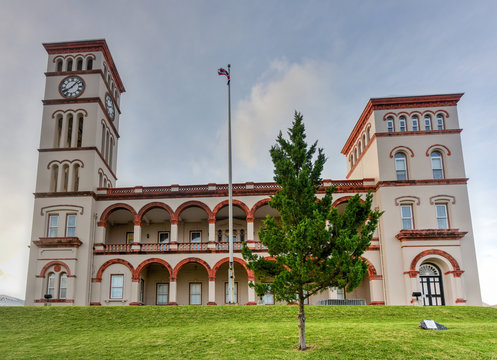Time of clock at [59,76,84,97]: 8:07
